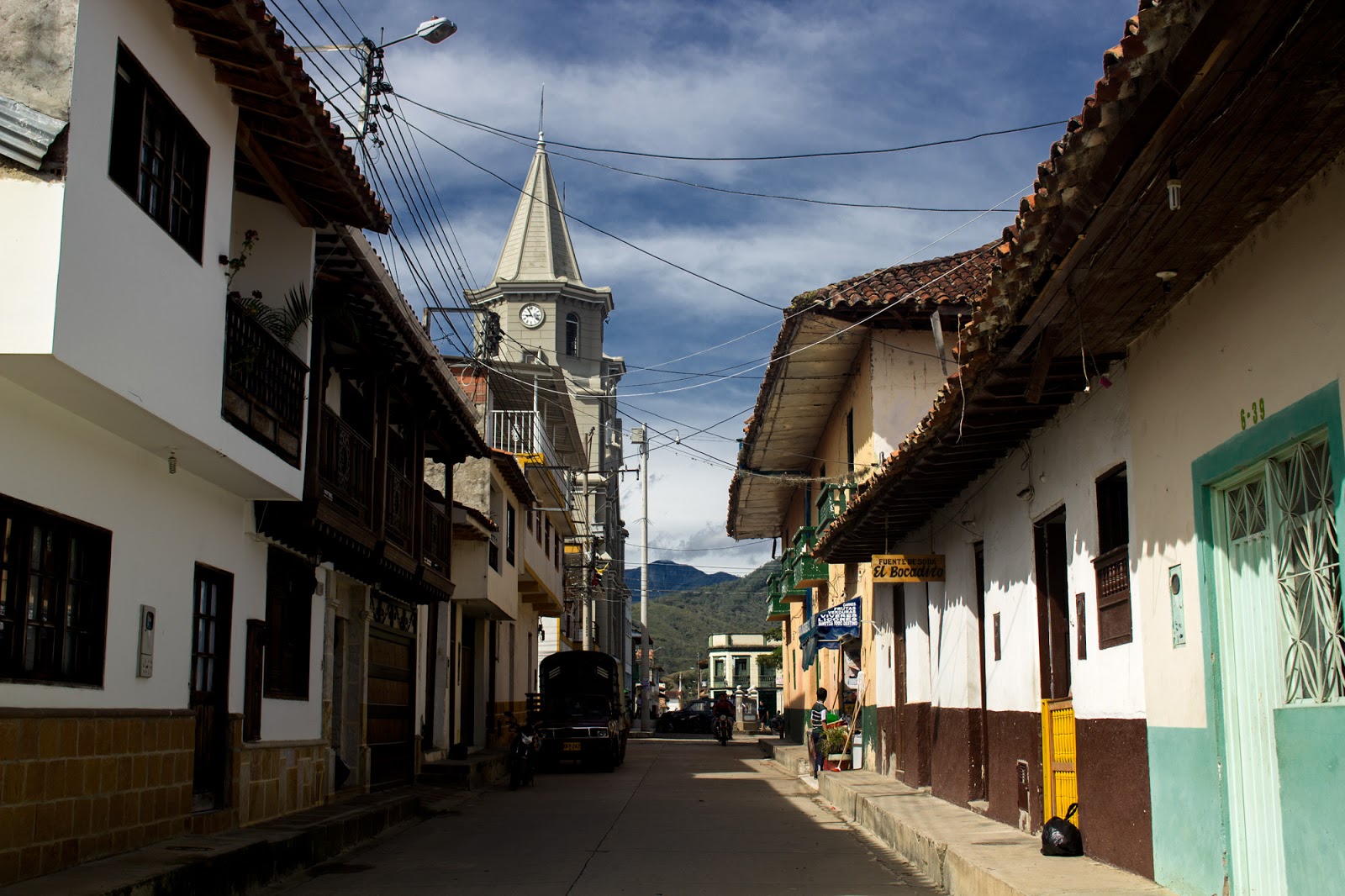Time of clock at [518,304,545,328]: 8:54
